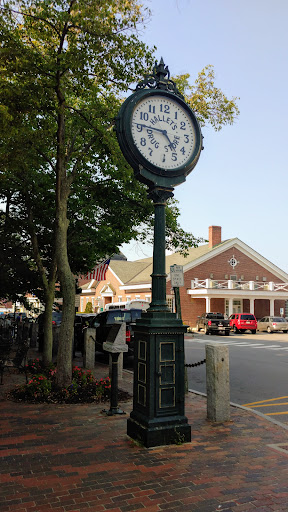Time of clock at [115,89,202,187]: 4:46
